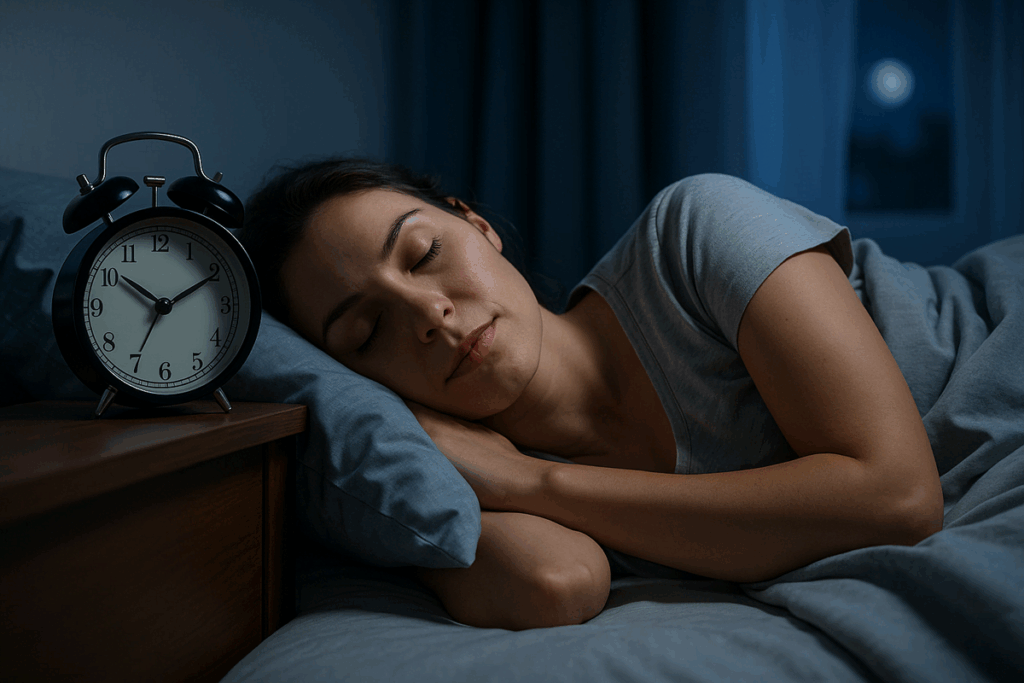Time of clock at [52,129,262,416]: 10:10
